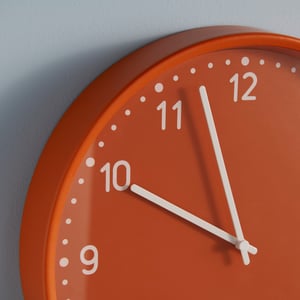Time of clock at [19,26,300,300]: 9:57
